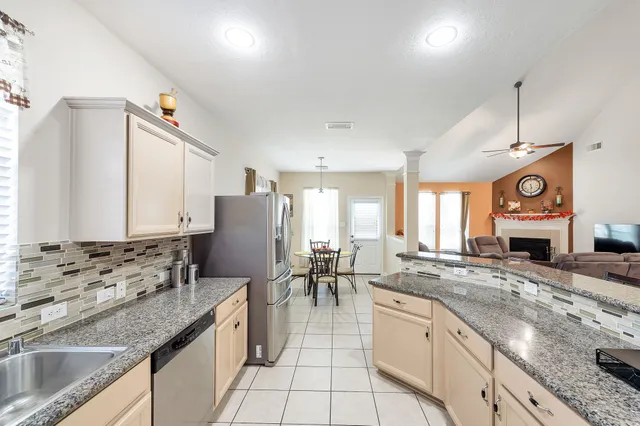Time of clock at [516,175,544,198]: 5:29
